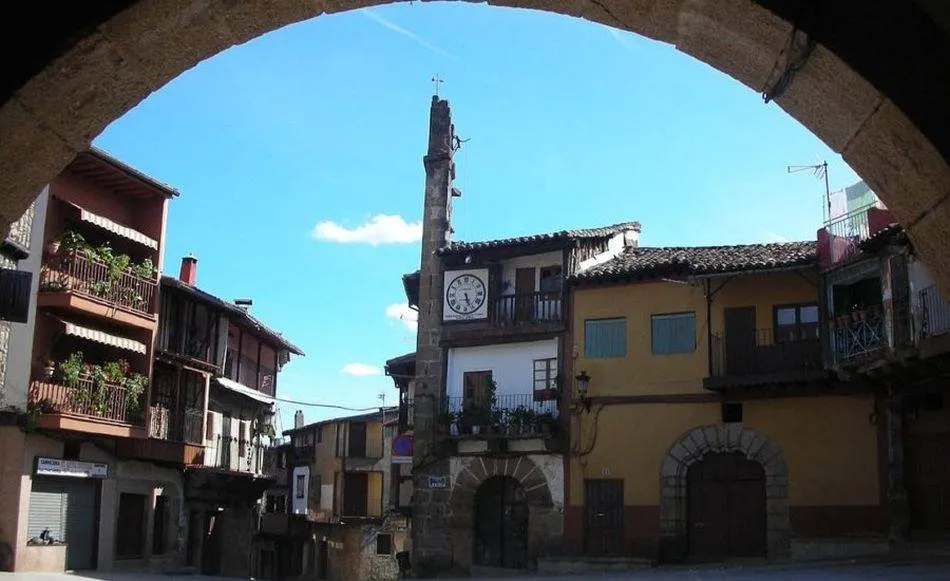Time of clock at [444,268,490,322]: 5:26
